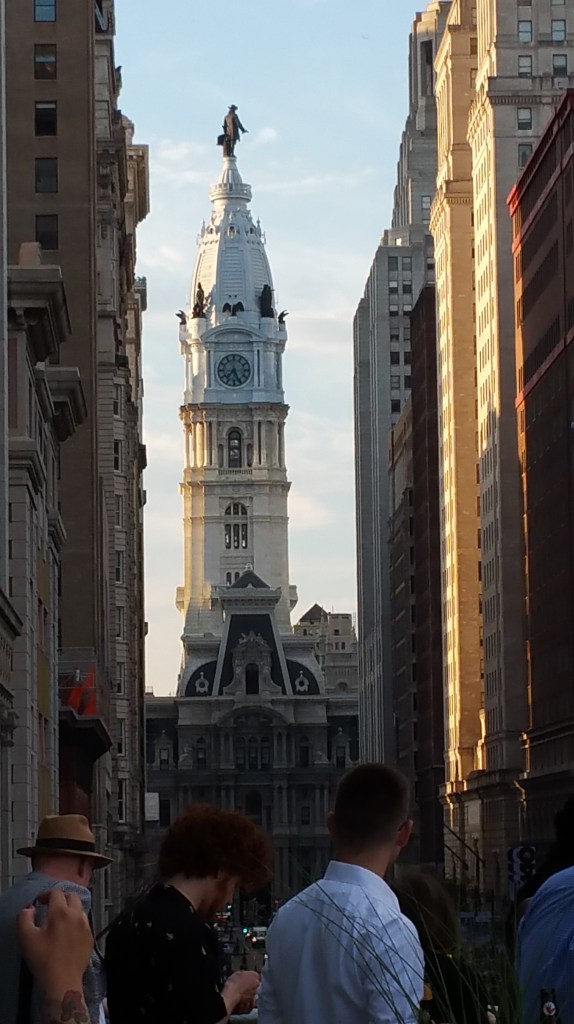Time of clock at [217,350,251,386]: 7:25
